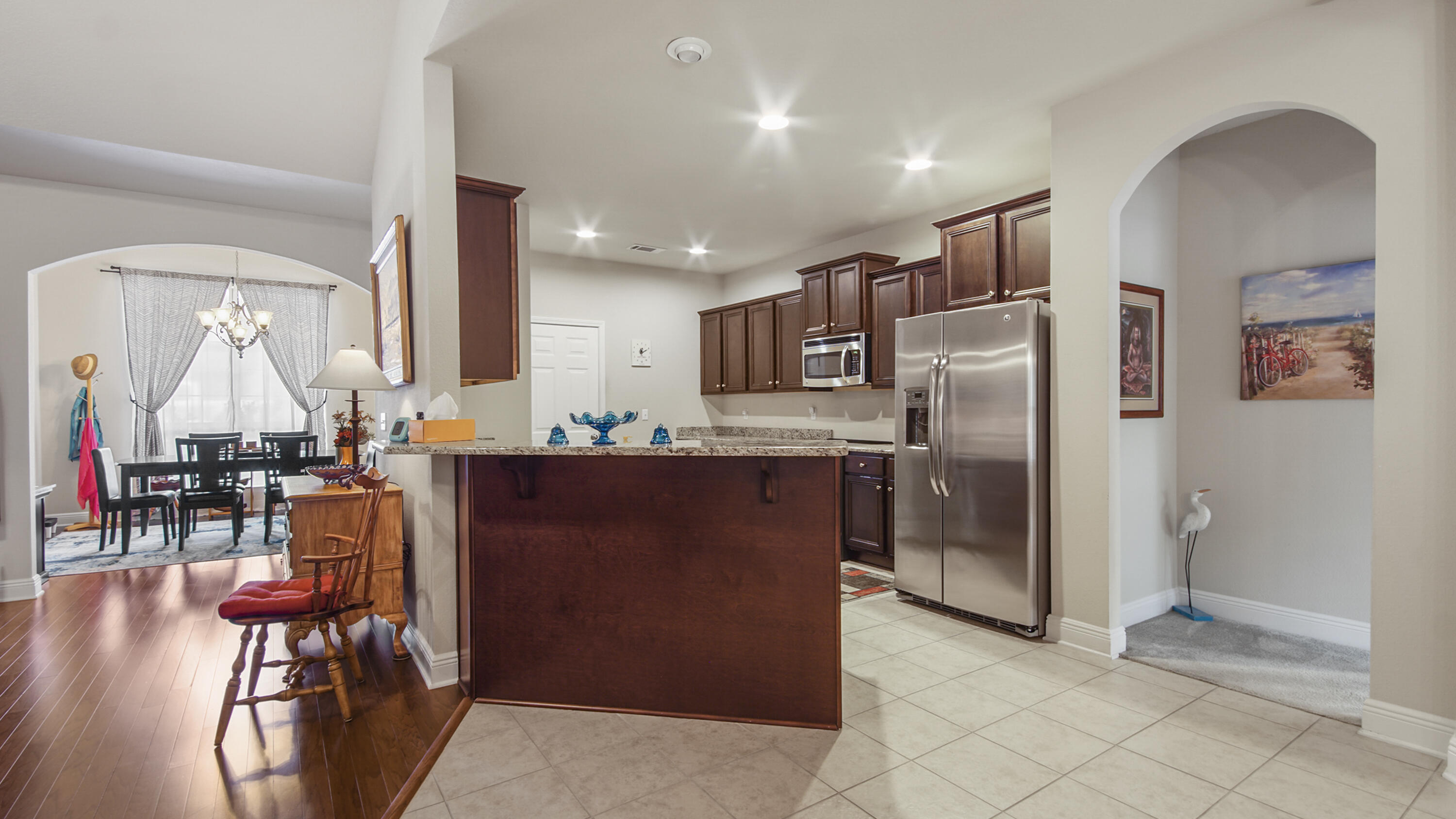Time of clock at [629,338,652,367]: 12:10
